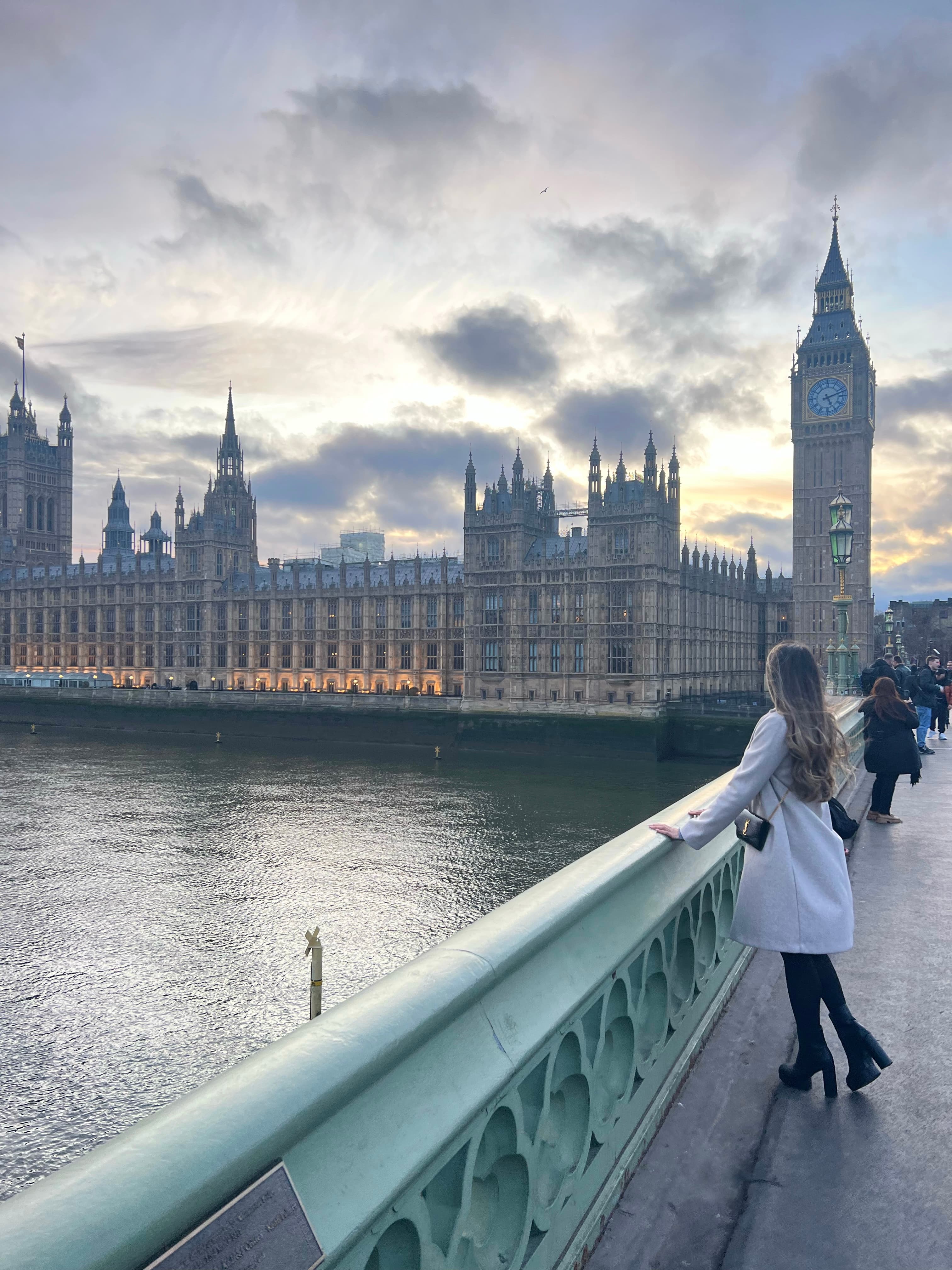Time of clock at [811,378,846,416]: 5:11
